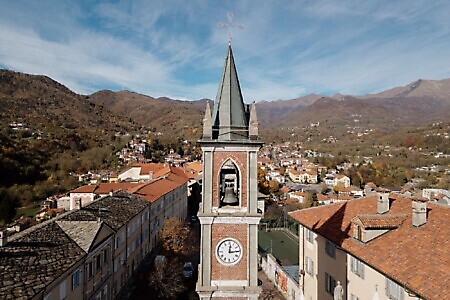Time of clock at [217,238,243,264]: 12:14
